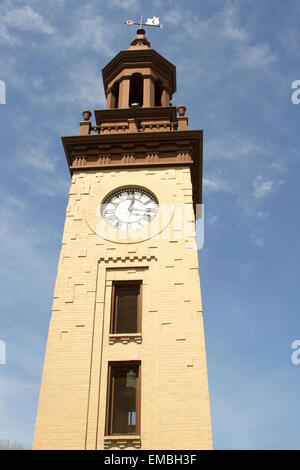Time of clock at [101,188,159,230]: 12:16
